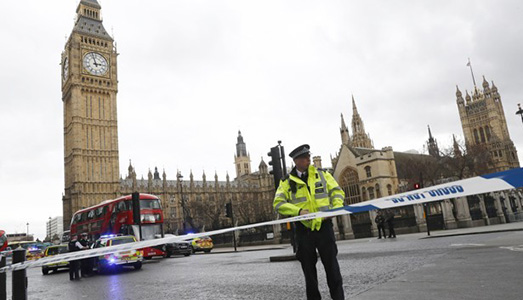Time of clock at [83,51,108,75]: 2:57
